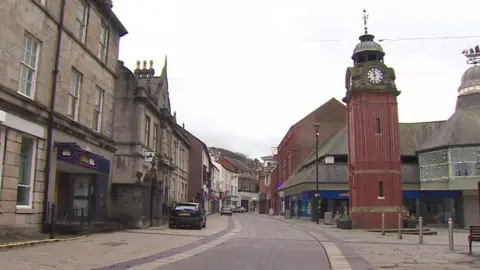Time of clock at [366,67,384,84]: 11:31
